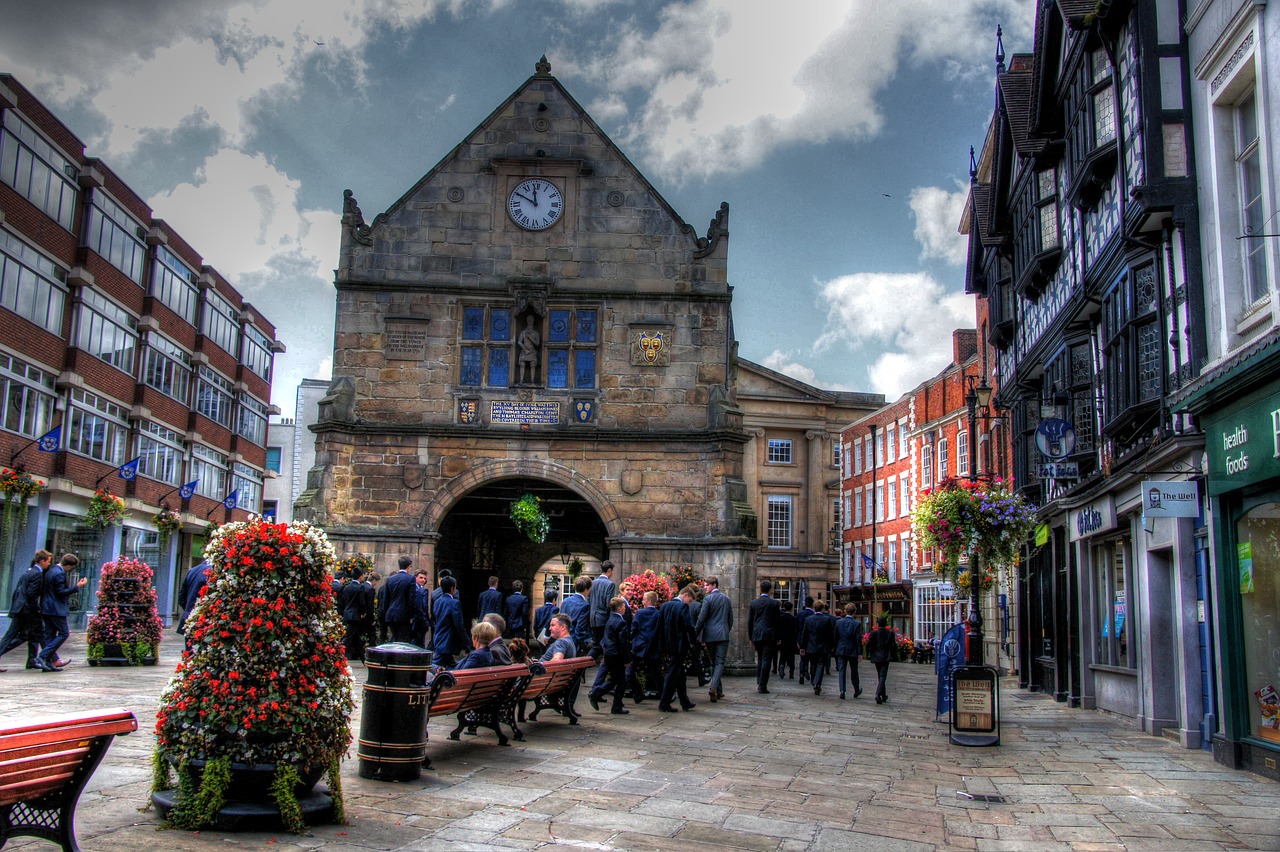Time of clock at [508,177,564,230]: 11:49
